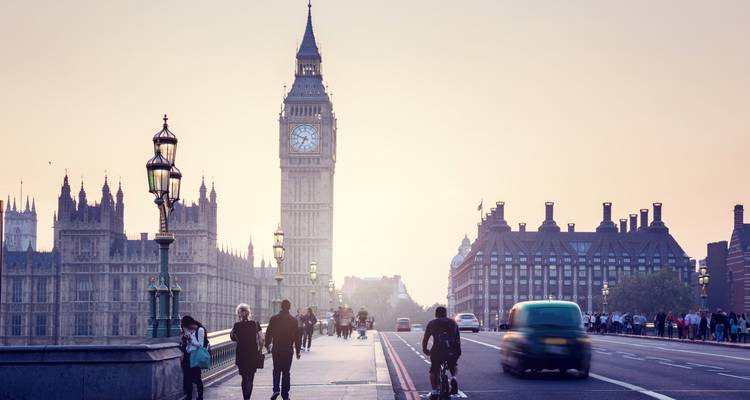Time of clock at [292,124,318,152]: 6:48
